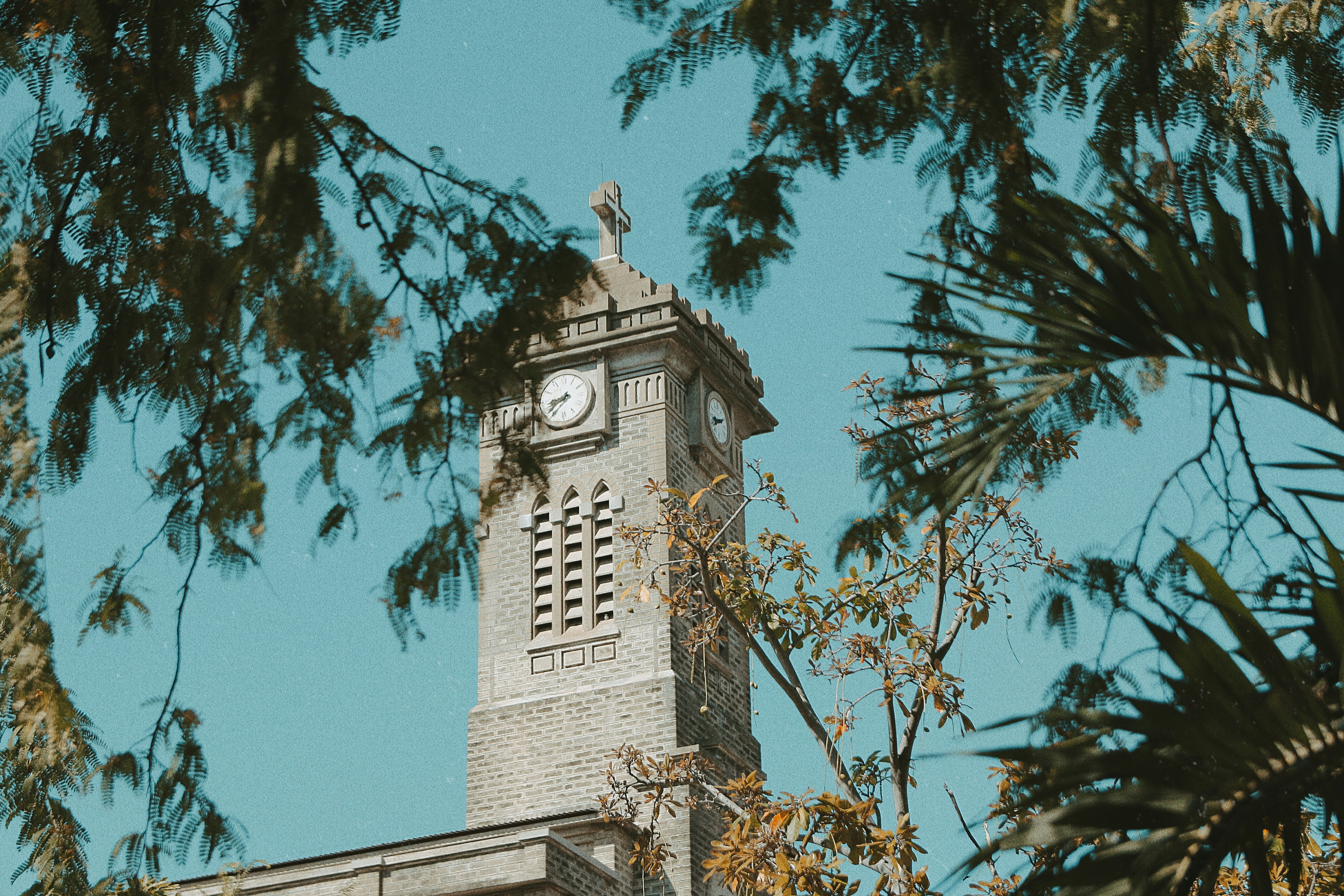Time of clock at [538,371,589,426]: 8:38
